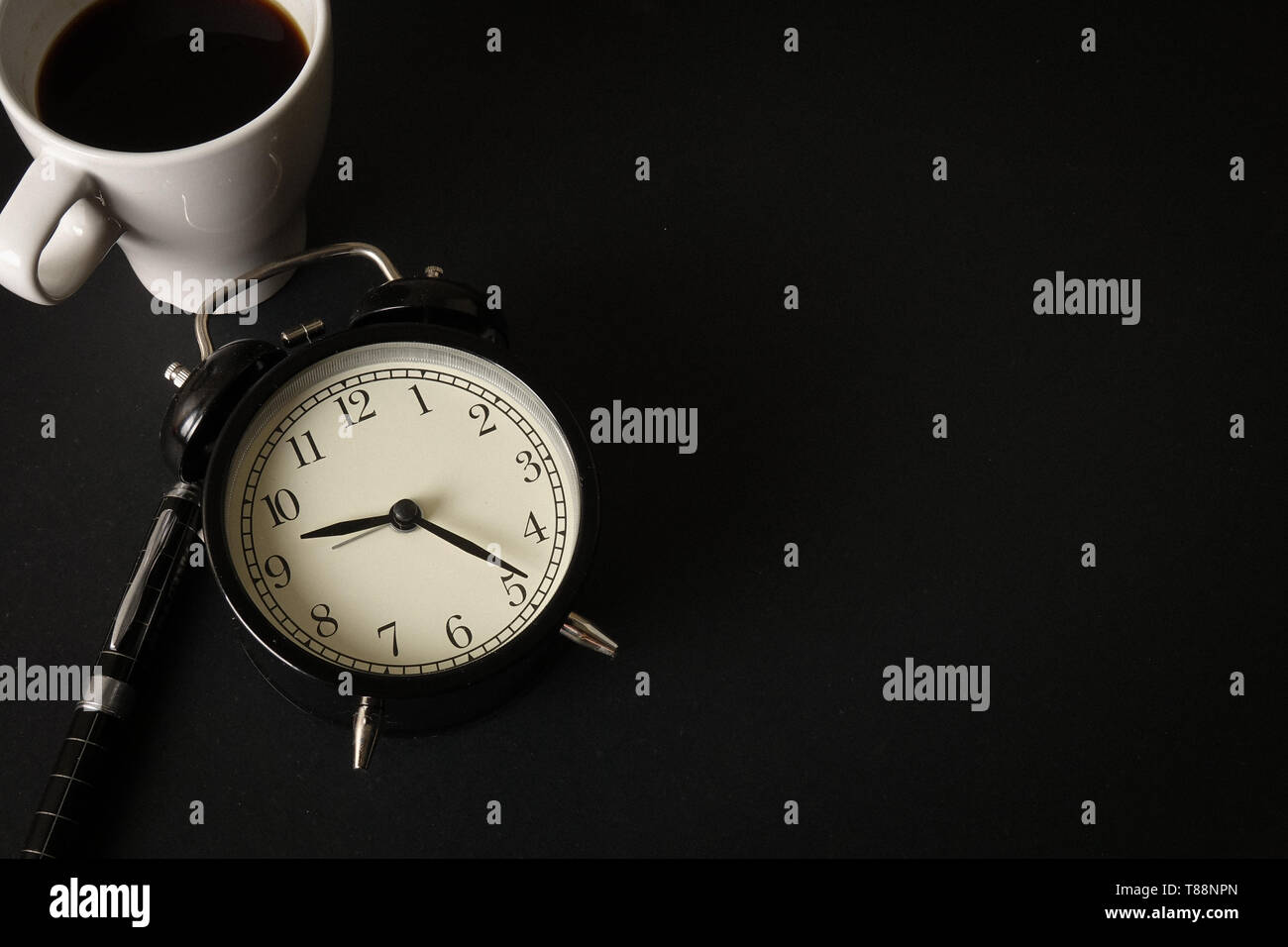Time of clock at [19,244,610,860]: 8:19
